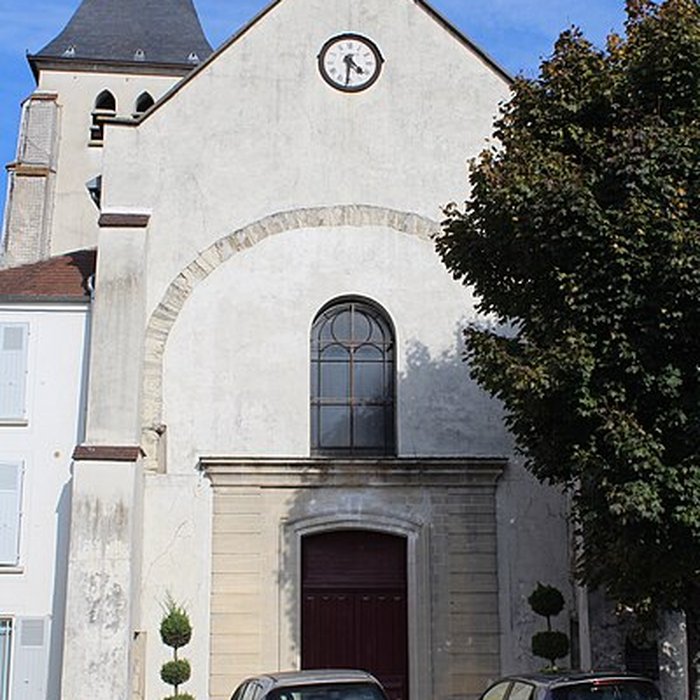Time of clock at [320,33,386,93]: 4:31
